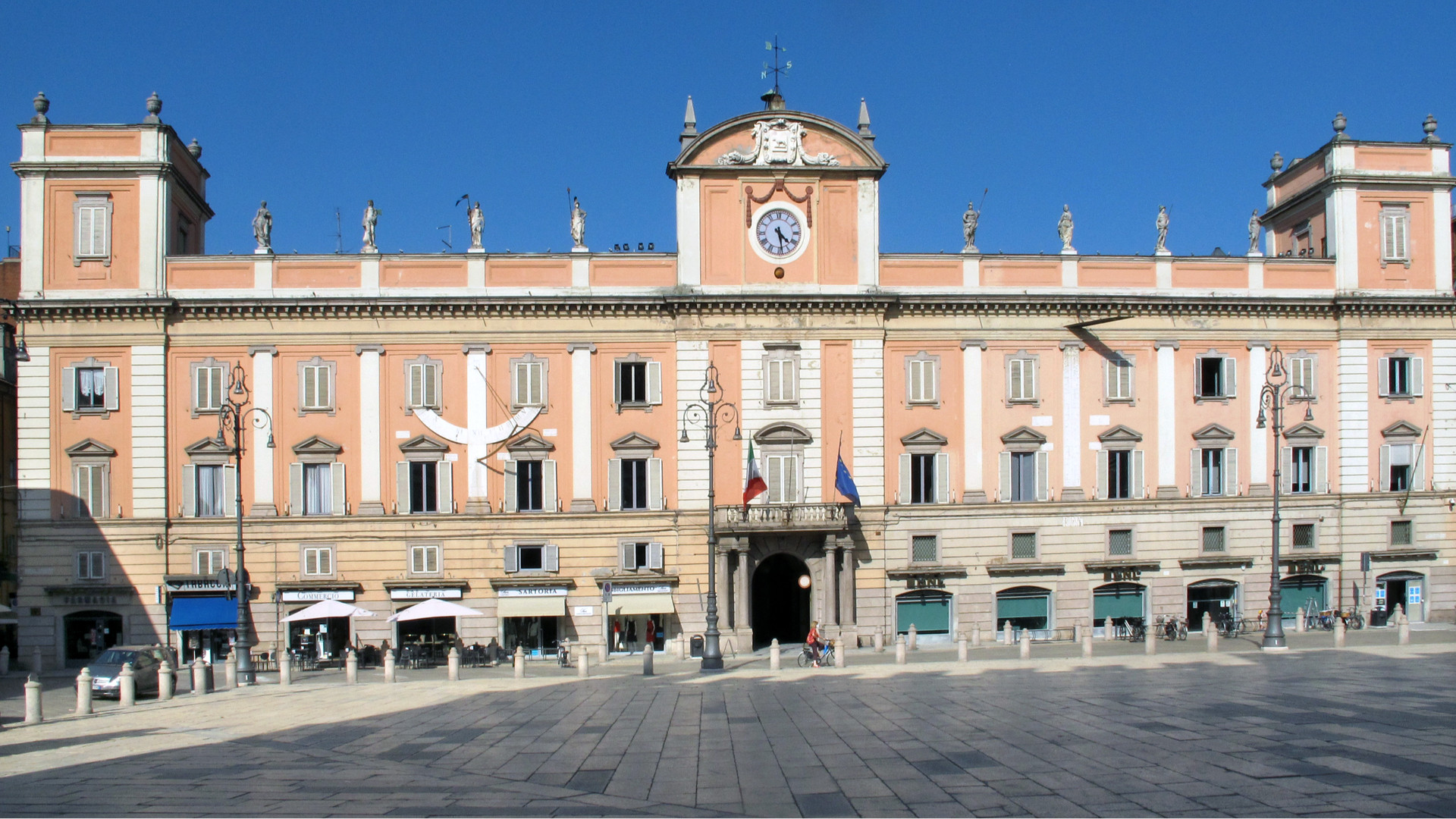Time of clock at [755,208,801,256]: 4:28
